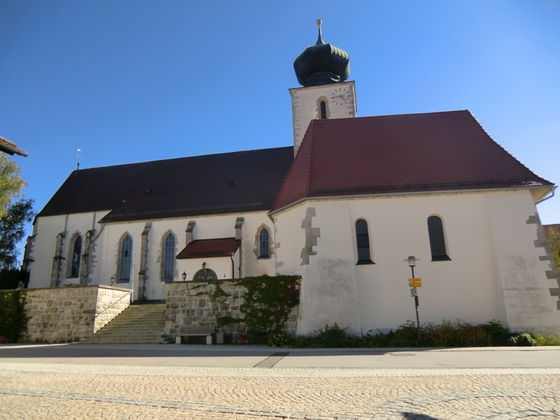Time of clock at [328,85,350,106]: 4:44
